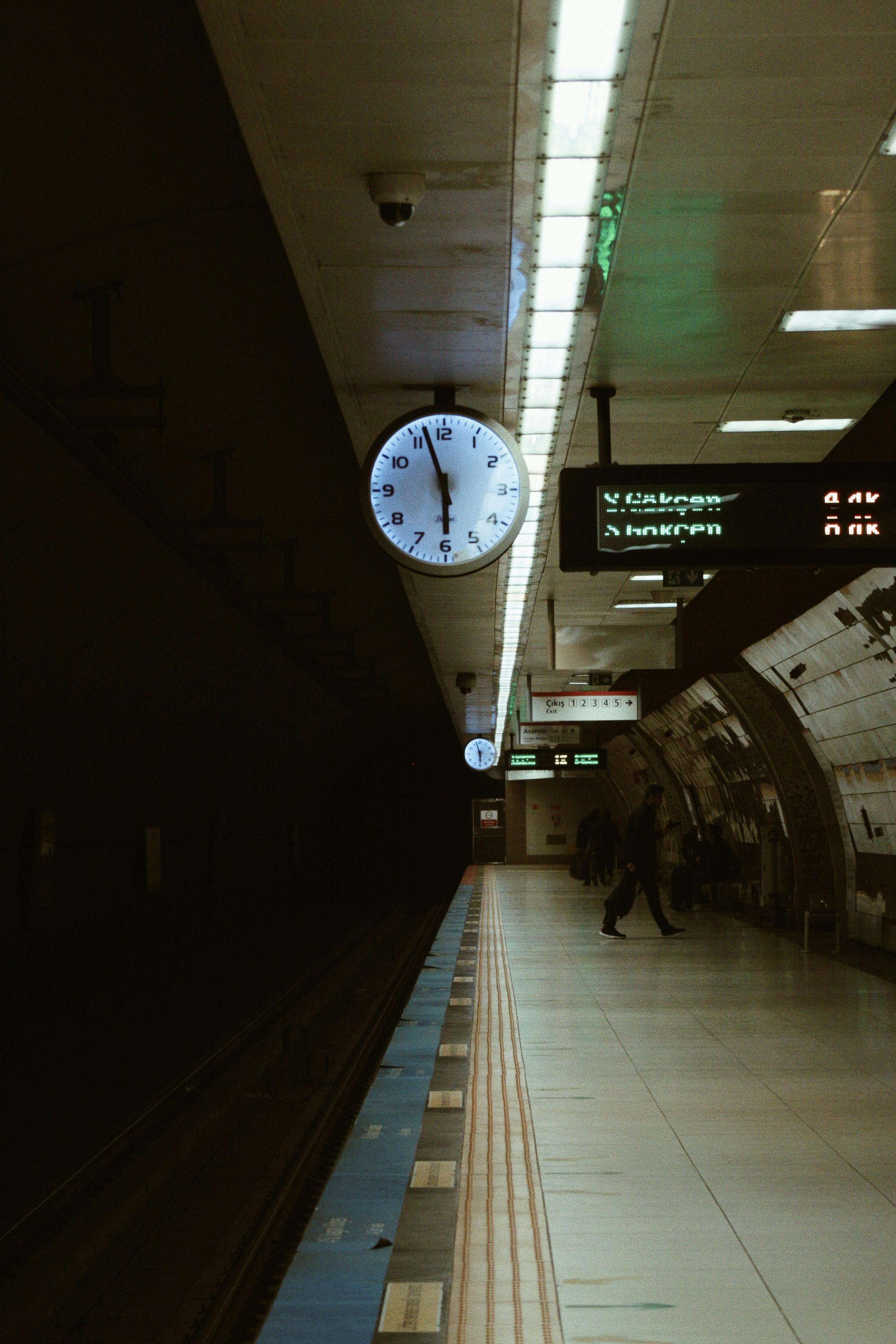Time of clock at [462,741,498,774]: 5:57
